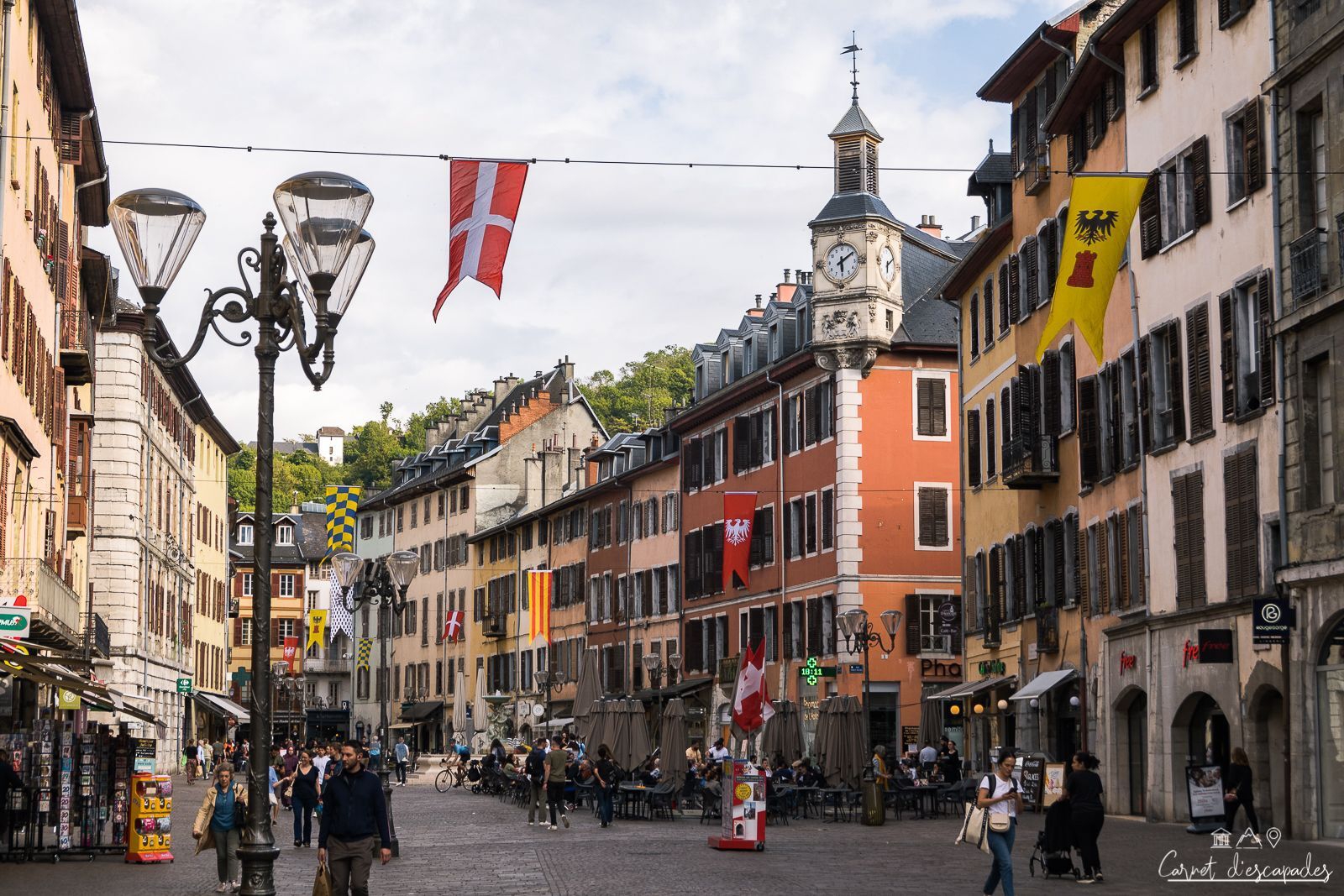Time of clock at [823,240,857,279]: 6:09
